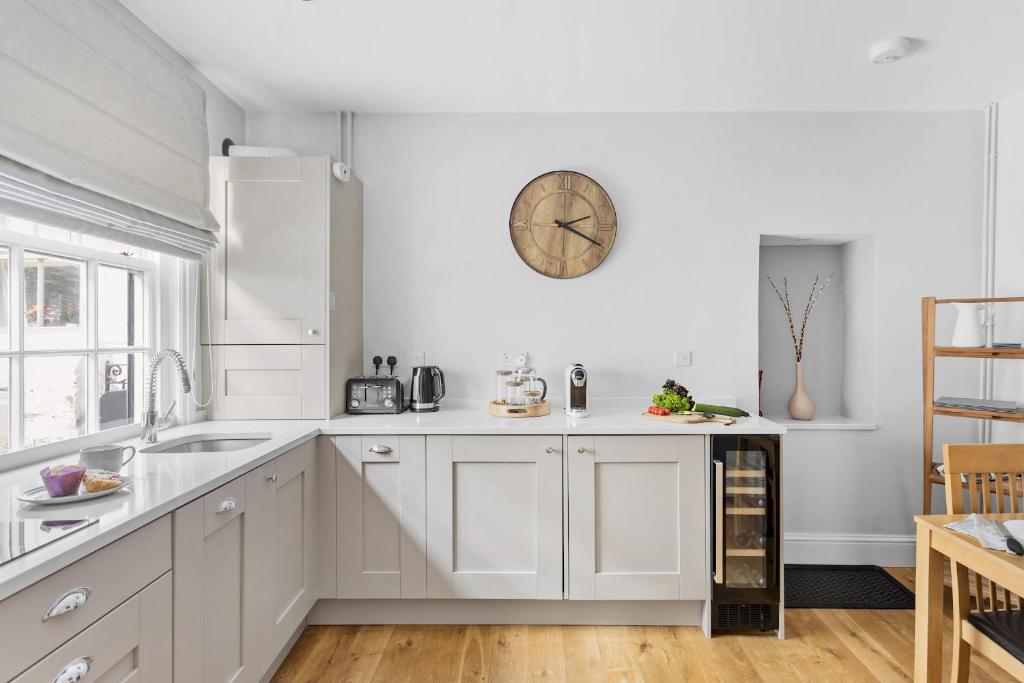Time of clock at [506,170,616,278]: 2:19
